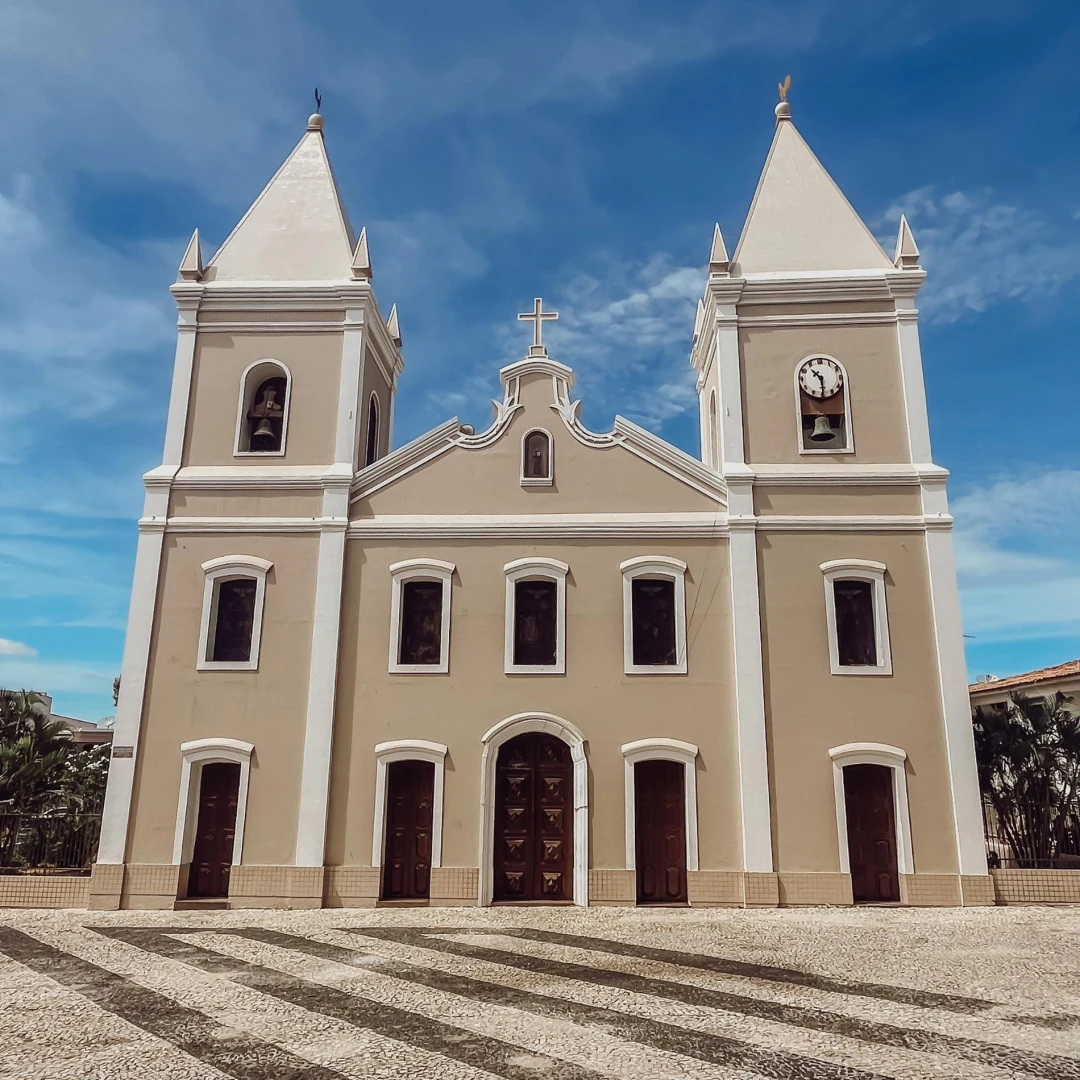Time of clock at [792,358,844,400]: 10:29
